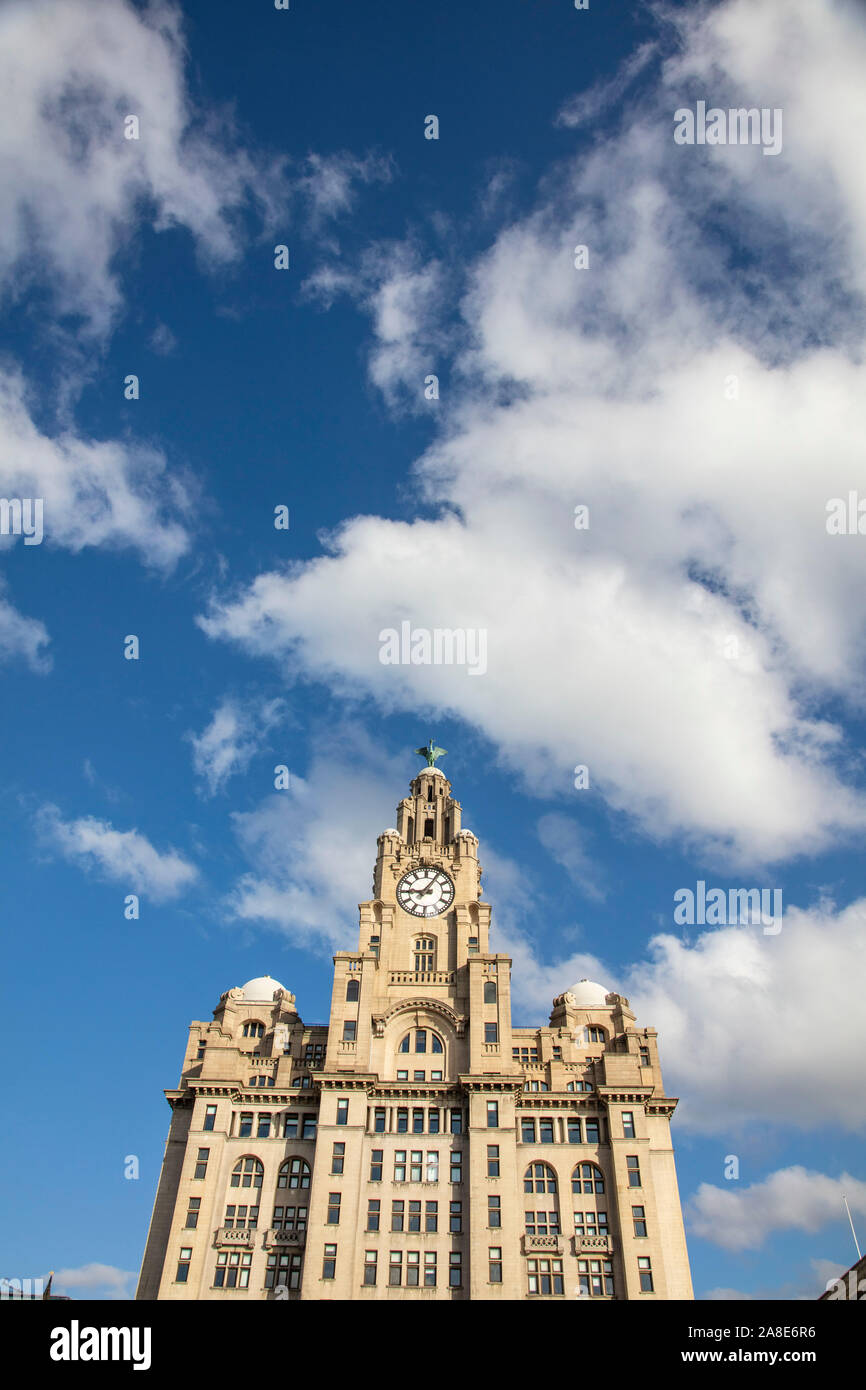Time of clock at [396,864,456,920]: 9:05
